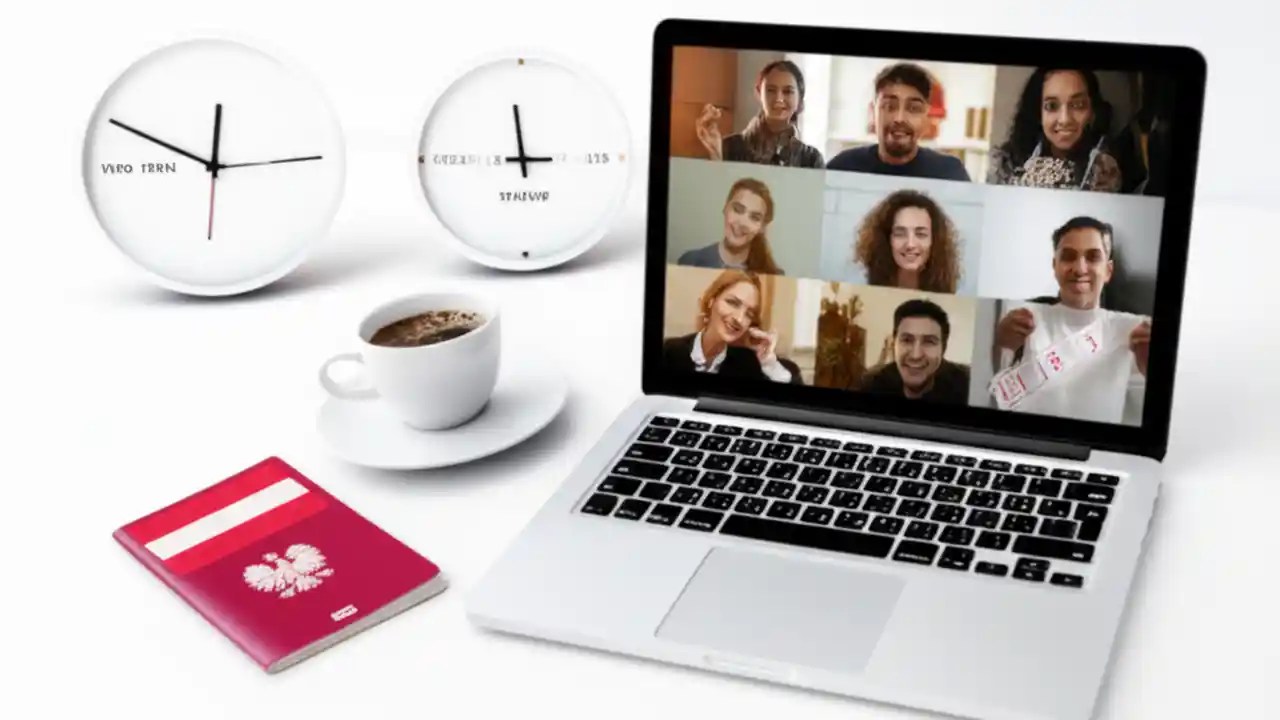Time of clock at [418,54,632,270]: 11:45
